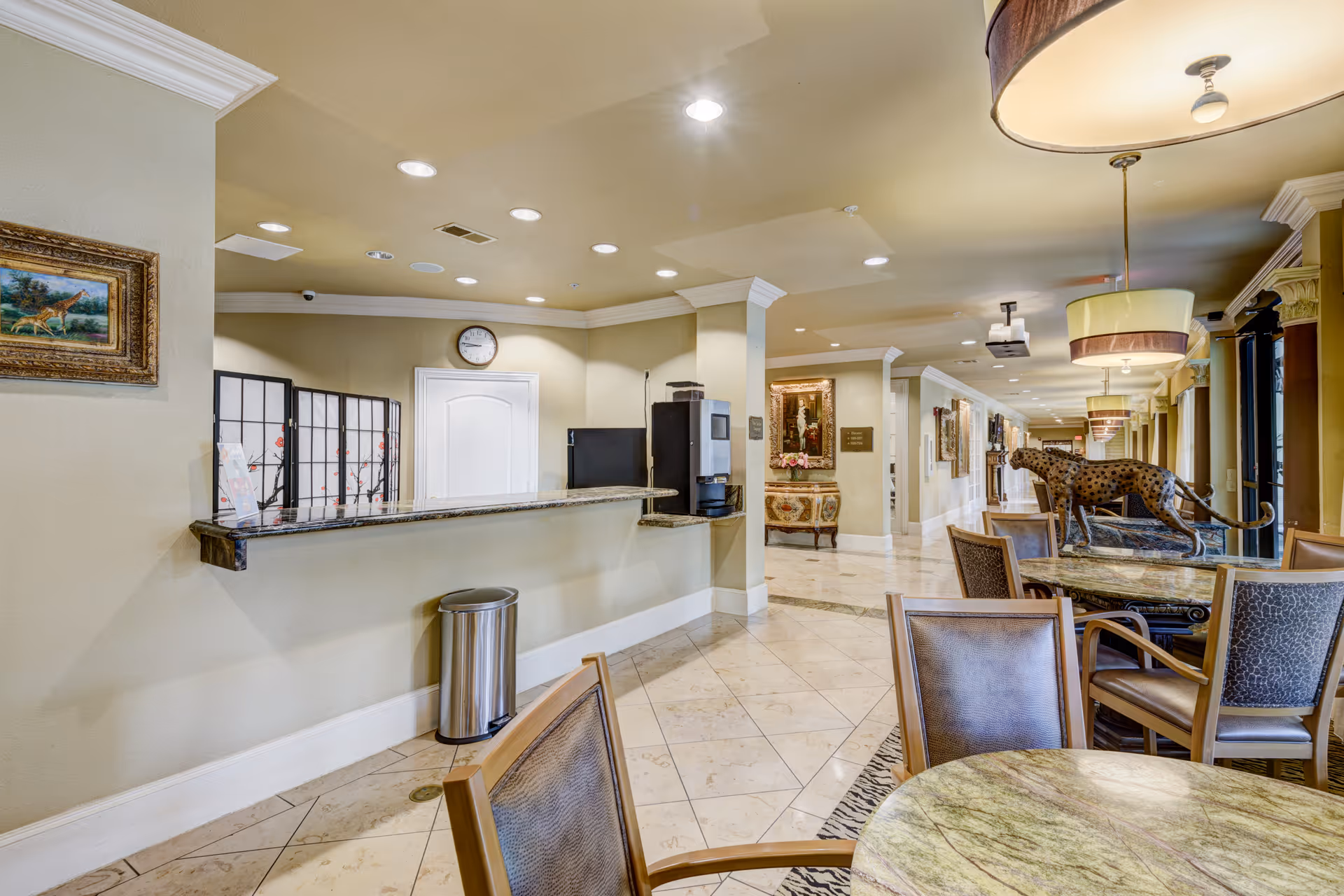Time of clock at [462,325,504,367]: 8:45
